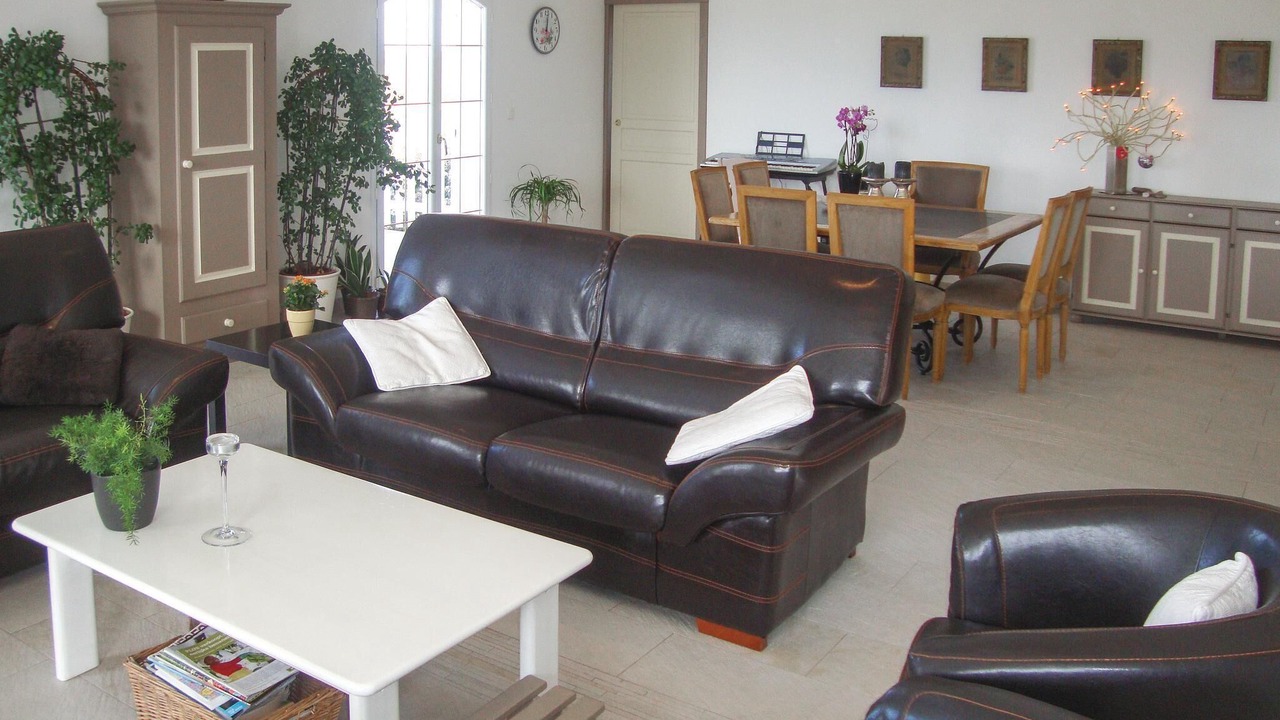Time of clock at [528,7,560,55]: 5:01
